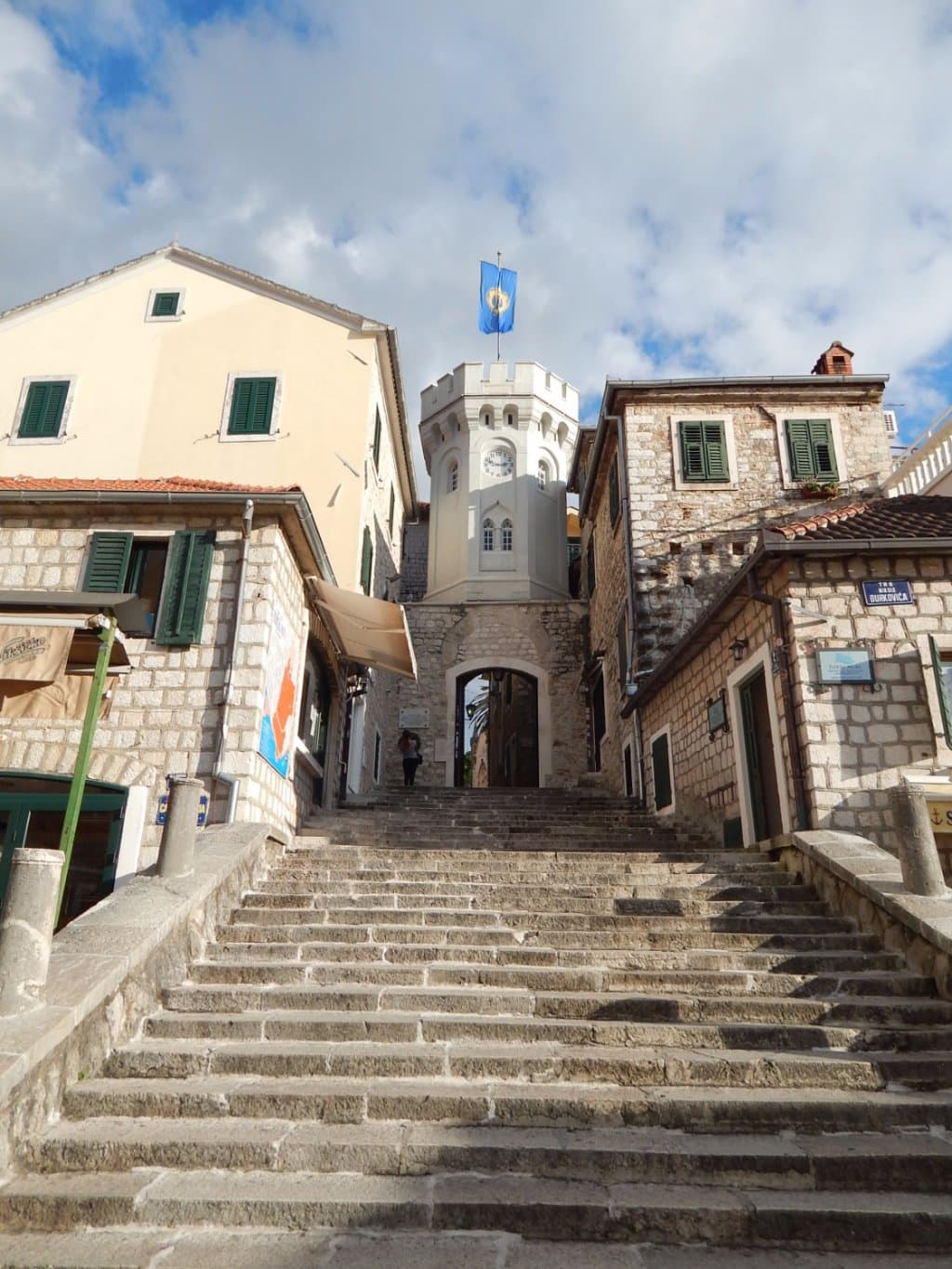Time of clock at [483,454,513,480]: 2:48
